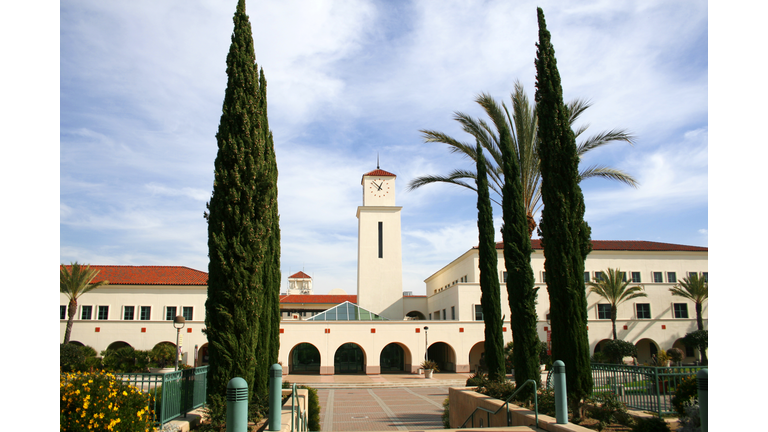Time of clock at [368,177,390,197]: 12:52
